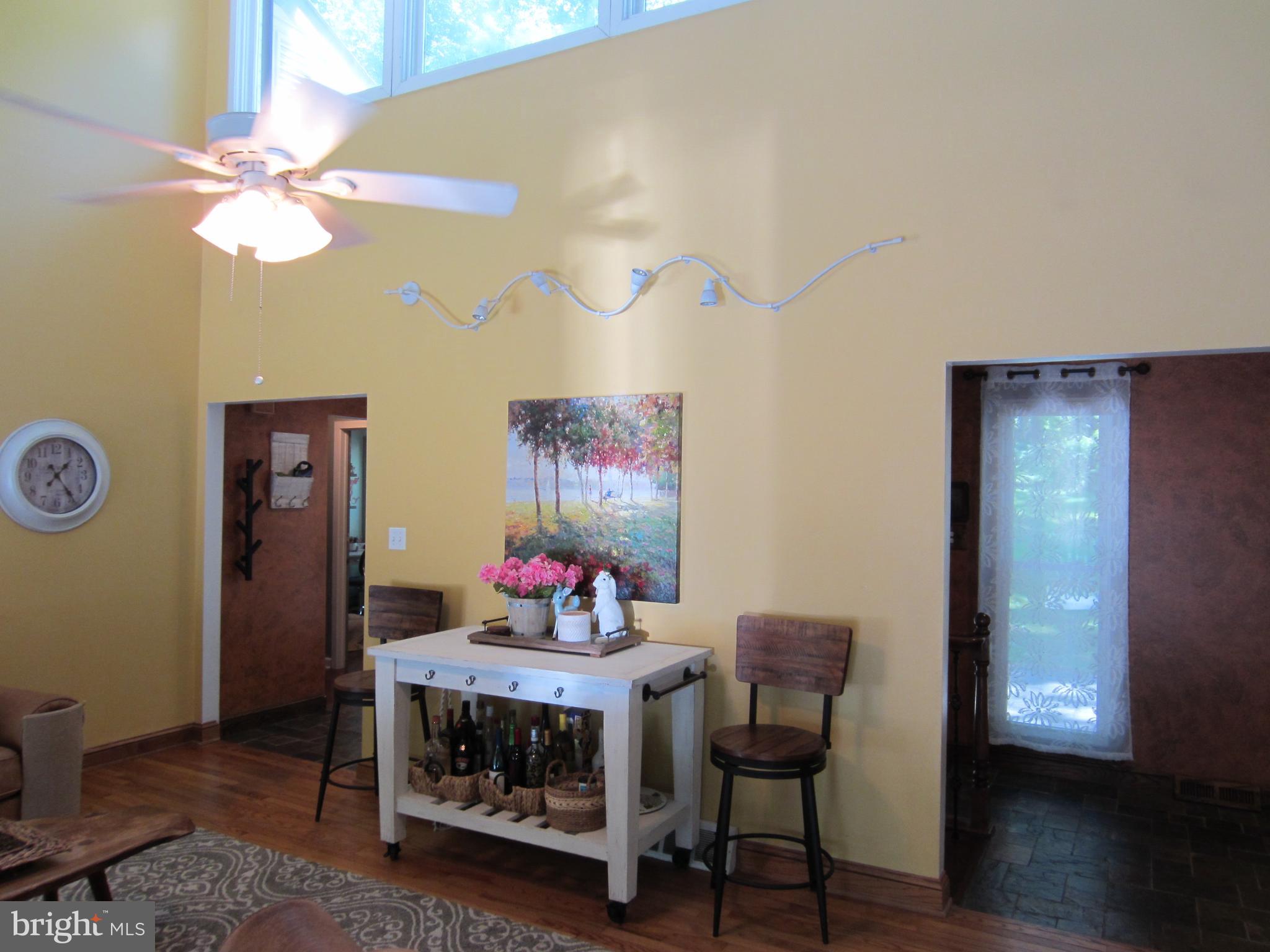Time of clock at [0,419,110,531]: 1:24
